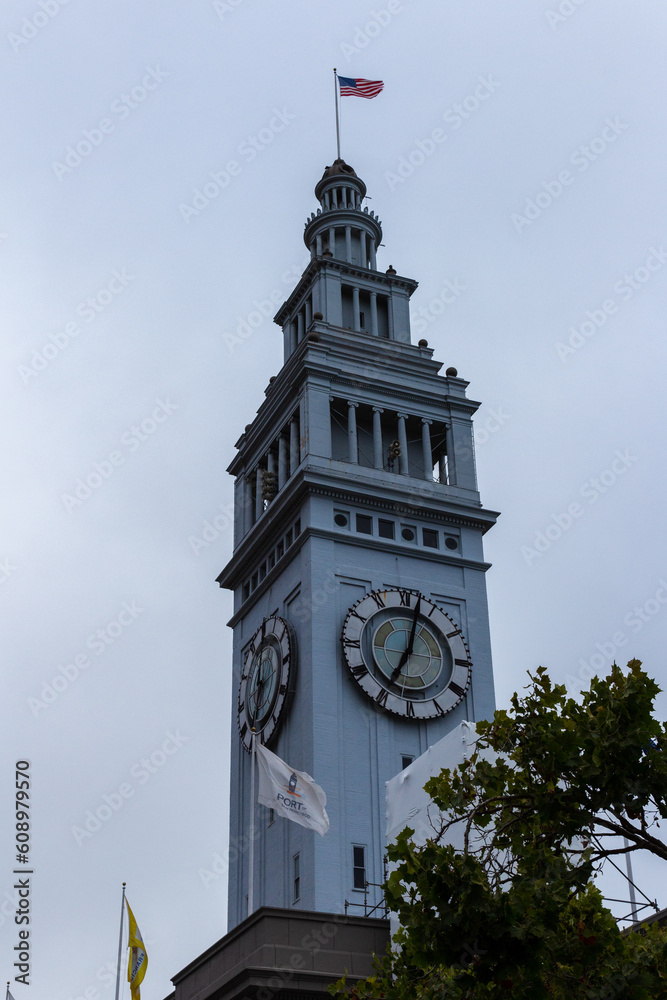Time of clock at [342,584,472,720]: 7:02
